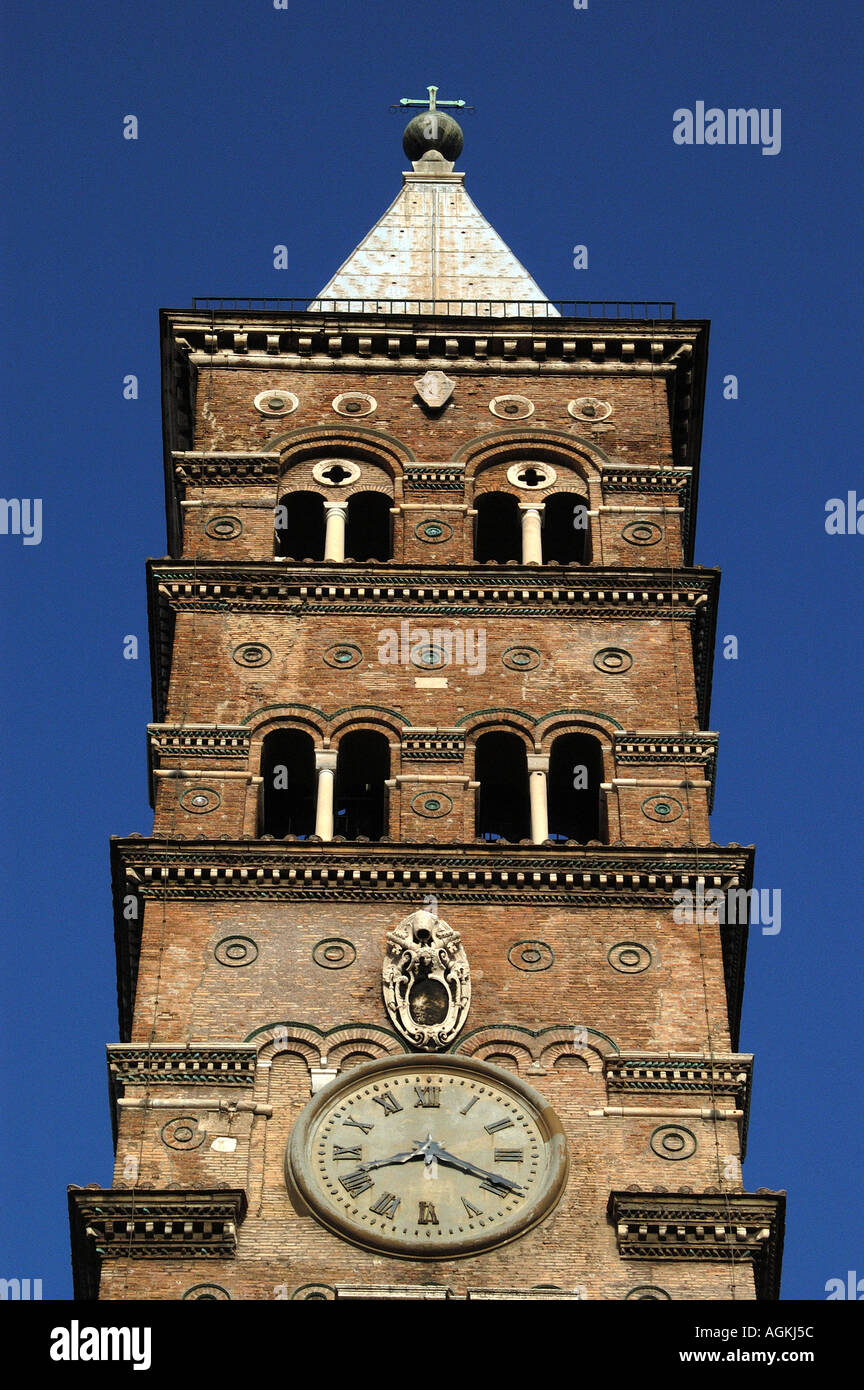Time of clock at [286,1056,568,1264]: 8:19
